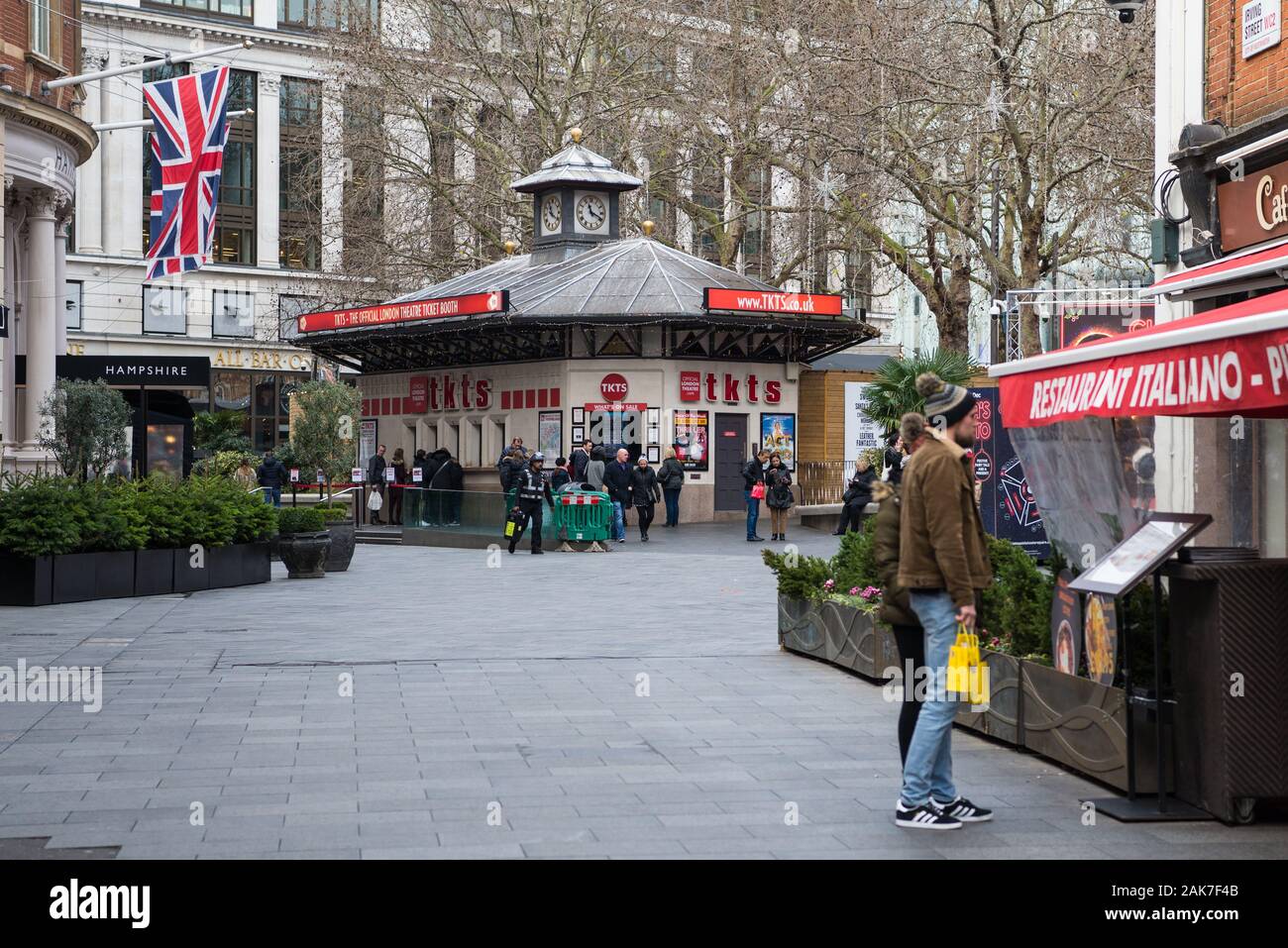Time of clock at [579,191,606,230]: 11:19
